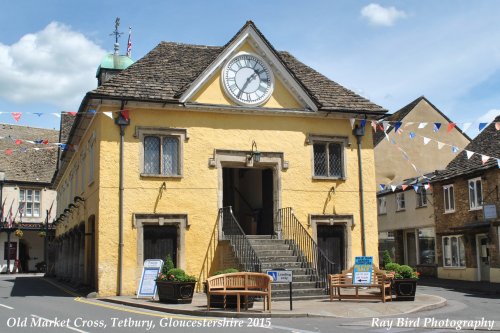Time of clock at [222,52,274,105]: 1:35
